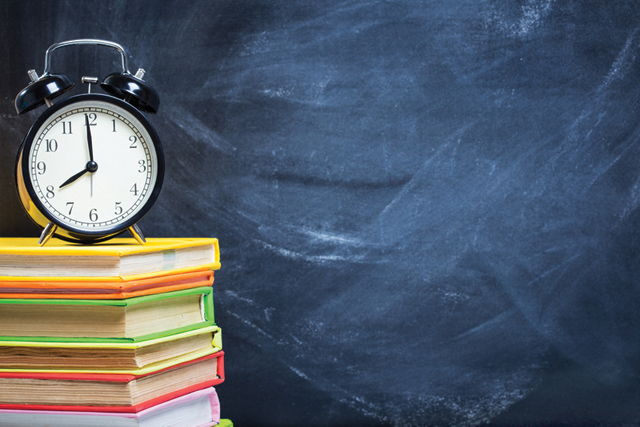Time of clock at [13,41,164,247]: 7:59
